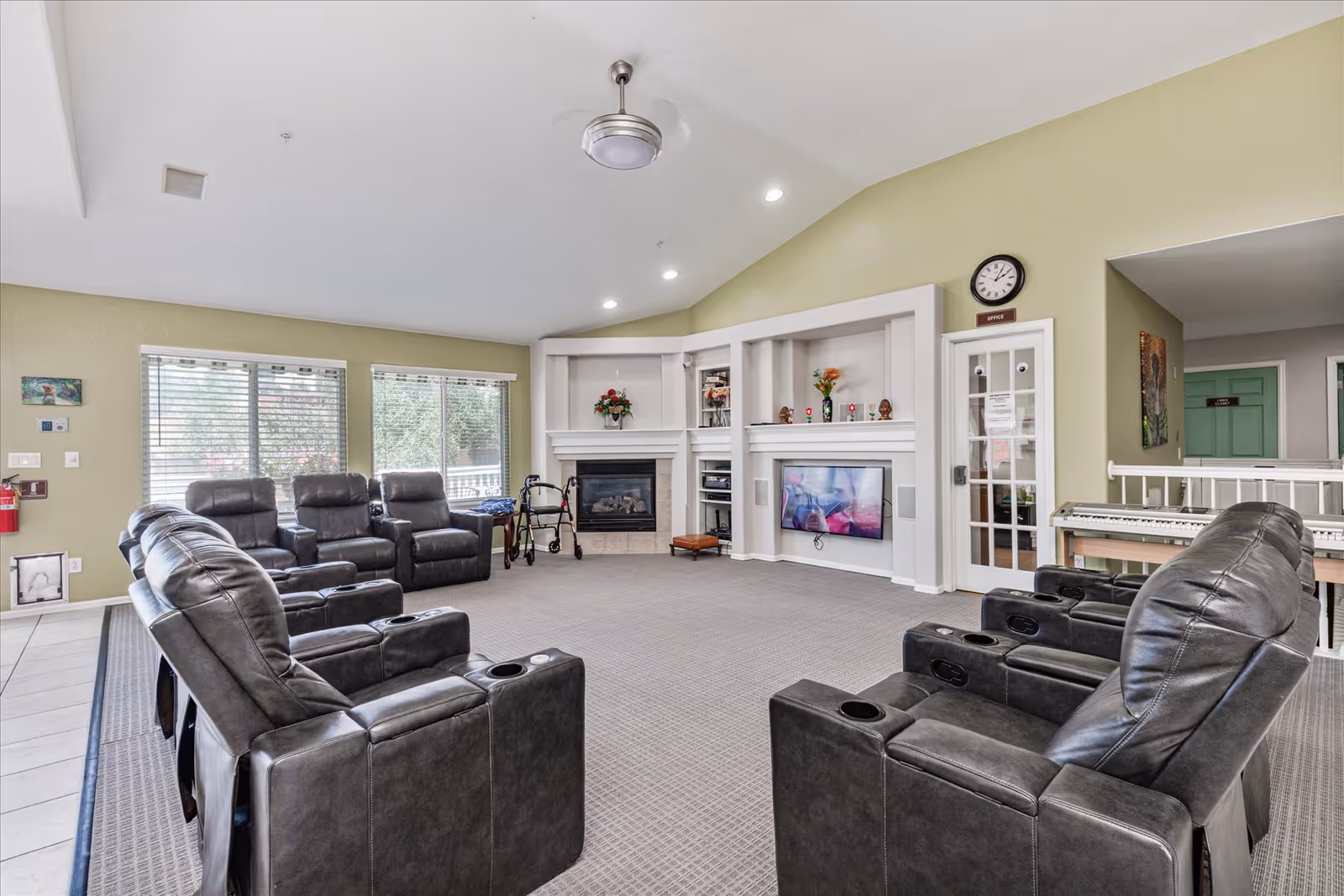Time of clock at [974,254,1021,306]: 2:05
